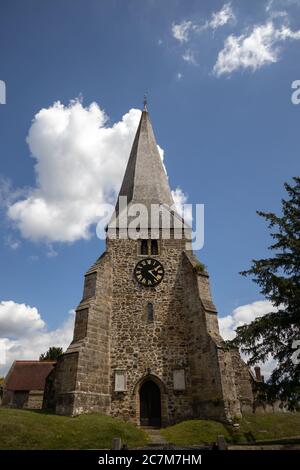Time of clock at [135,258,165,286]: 2:22
